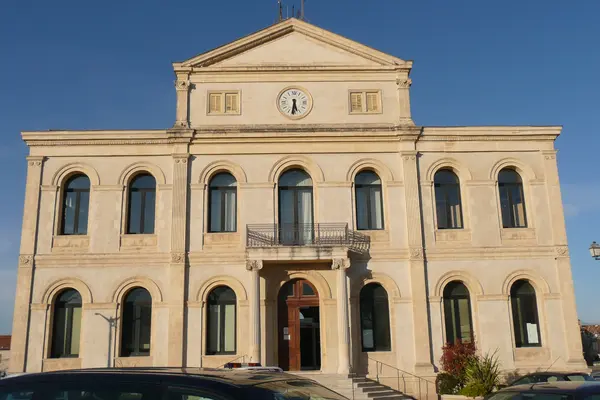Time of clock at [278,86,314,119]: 5:31
